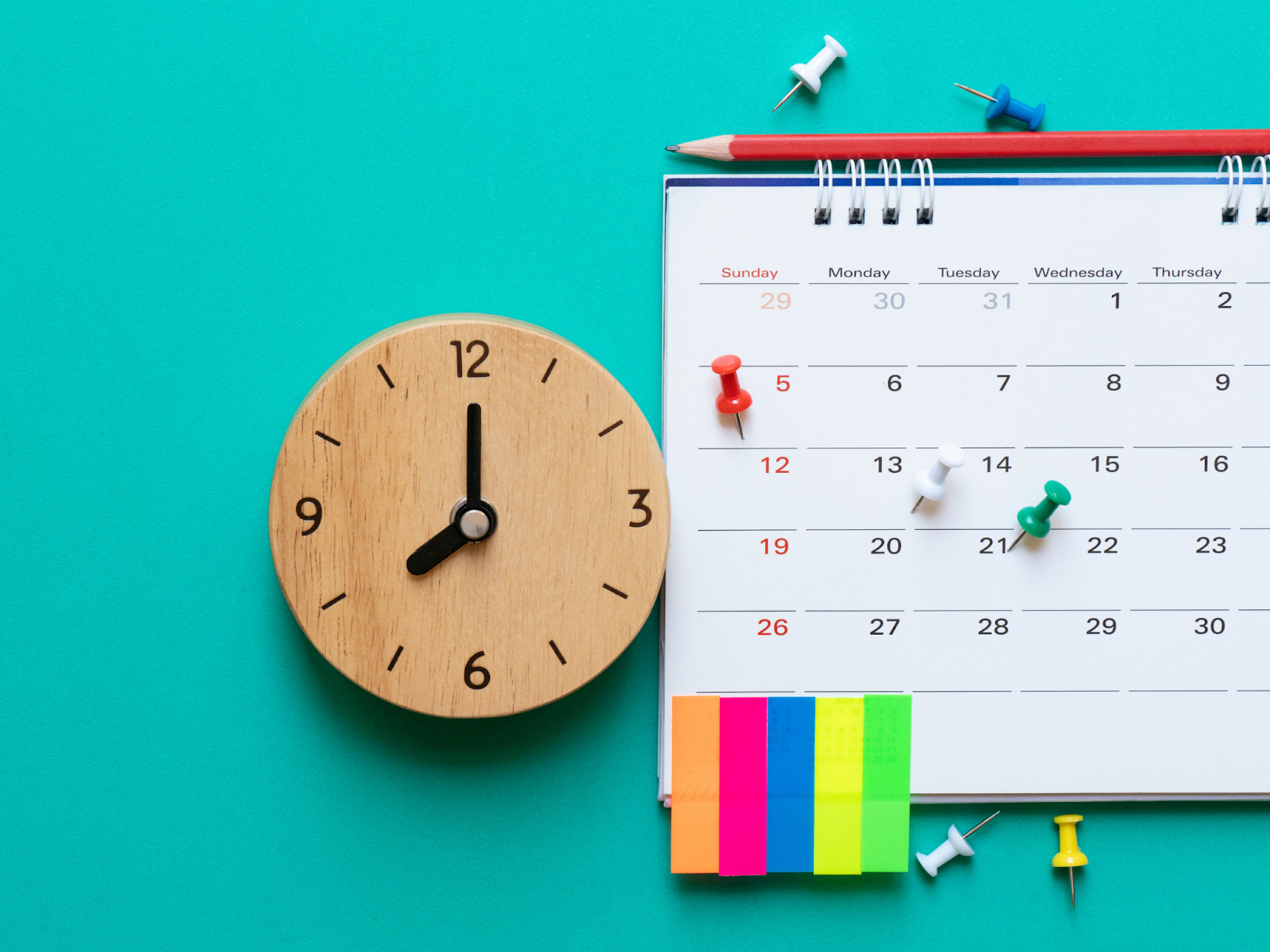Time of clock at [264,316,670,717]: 8:00
